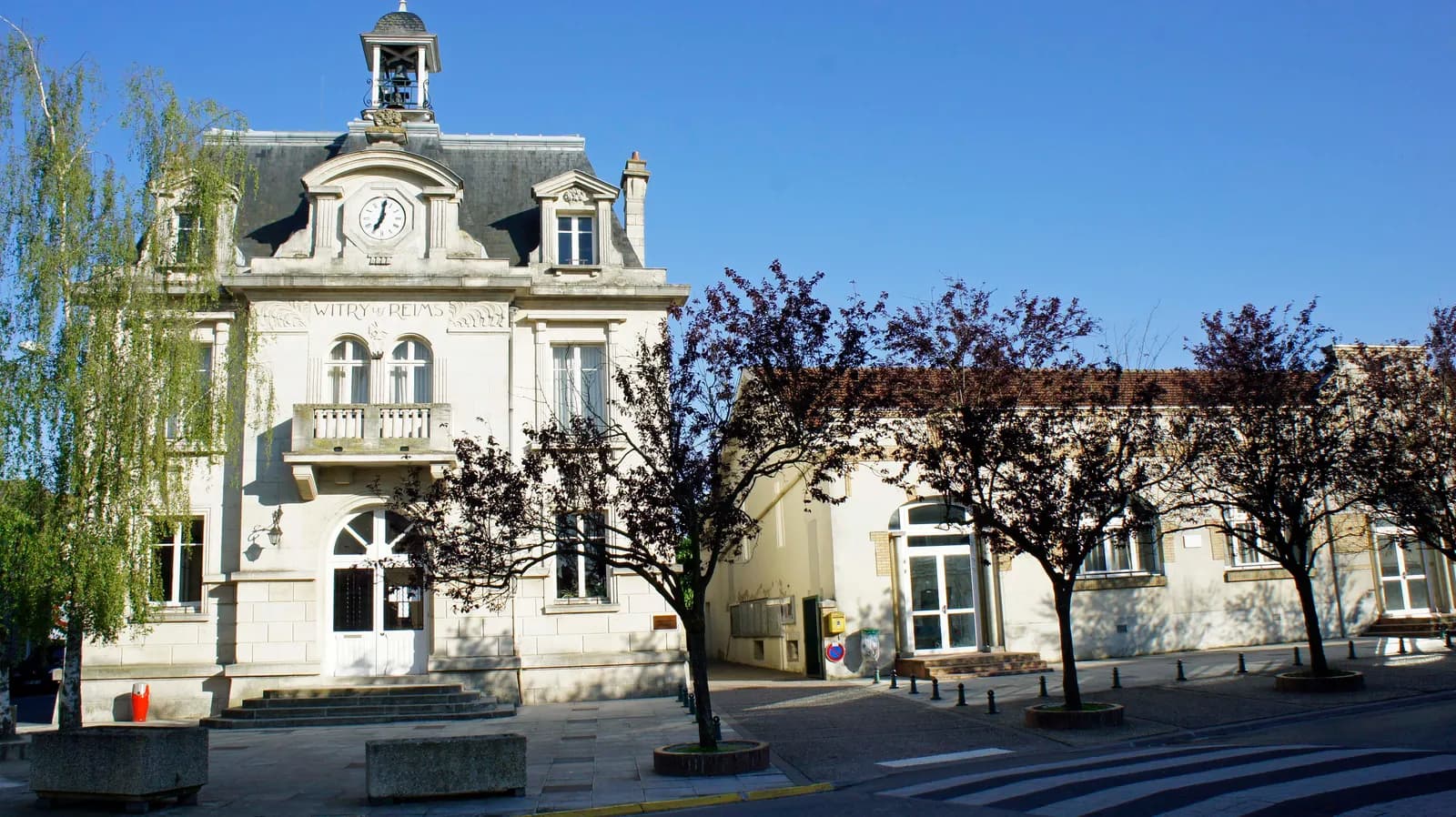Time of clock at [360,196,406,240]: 7:01
